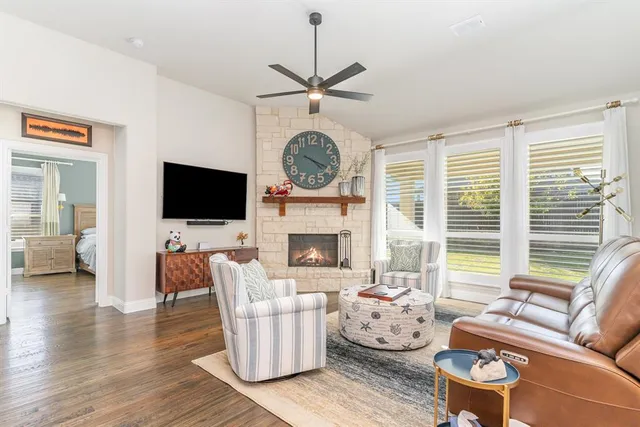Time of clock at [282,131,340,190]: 4:19
